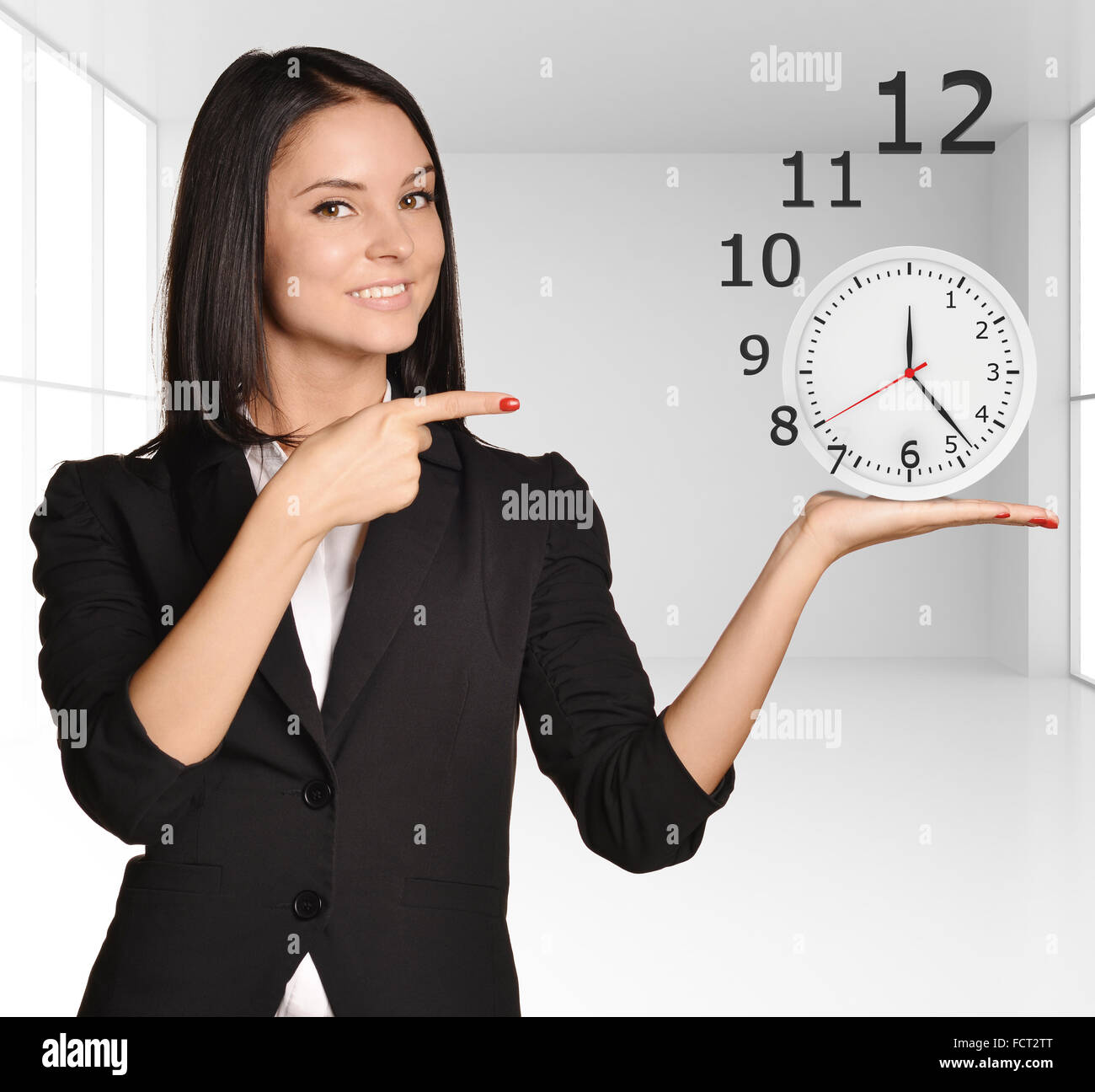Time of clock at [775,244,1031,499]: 12:23
